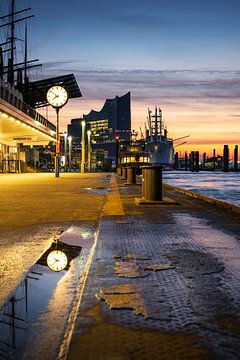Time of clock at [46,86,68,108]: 7:51
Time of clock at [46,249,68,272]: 9:38
